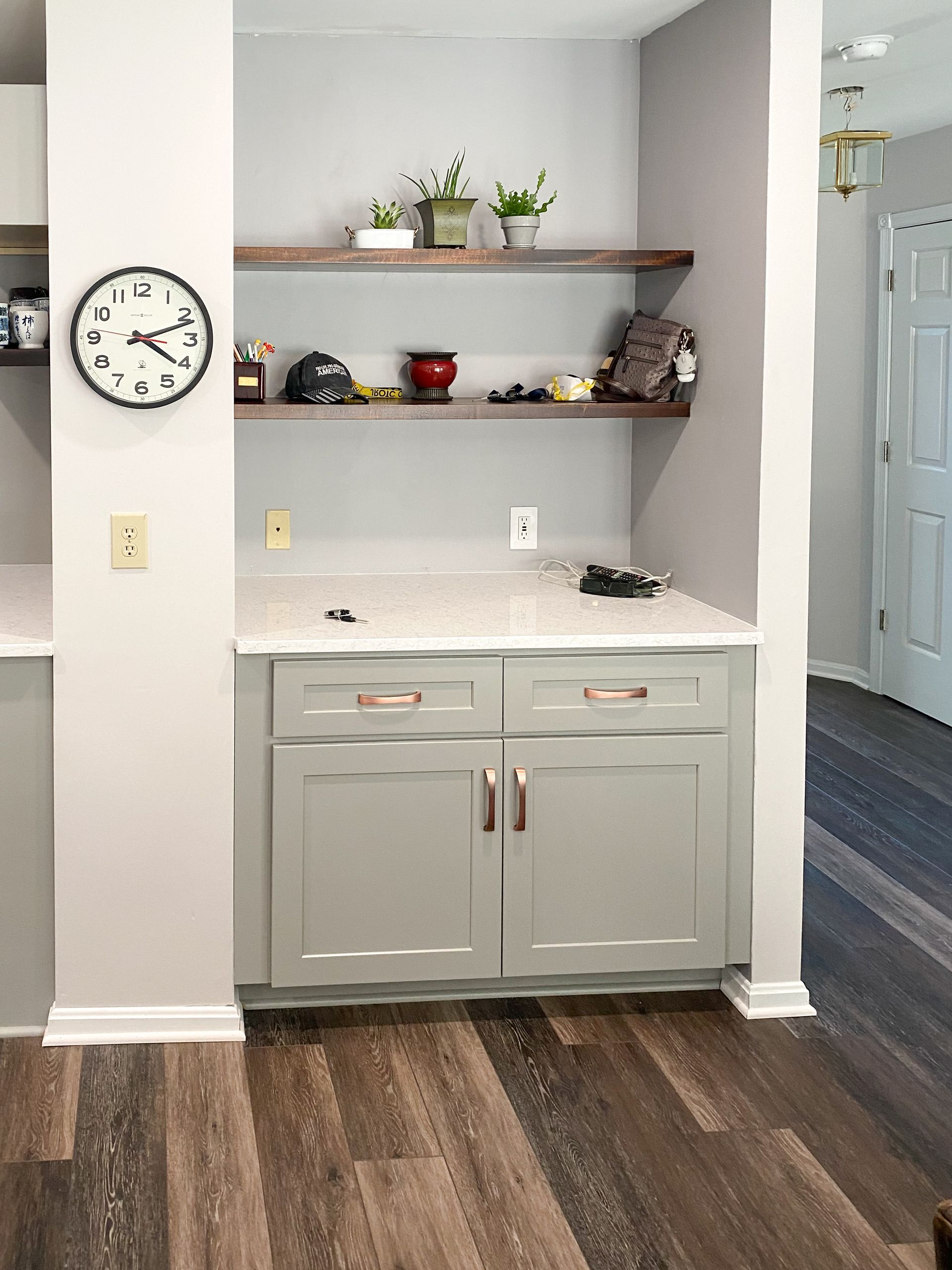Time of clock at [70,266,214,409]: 4:11
